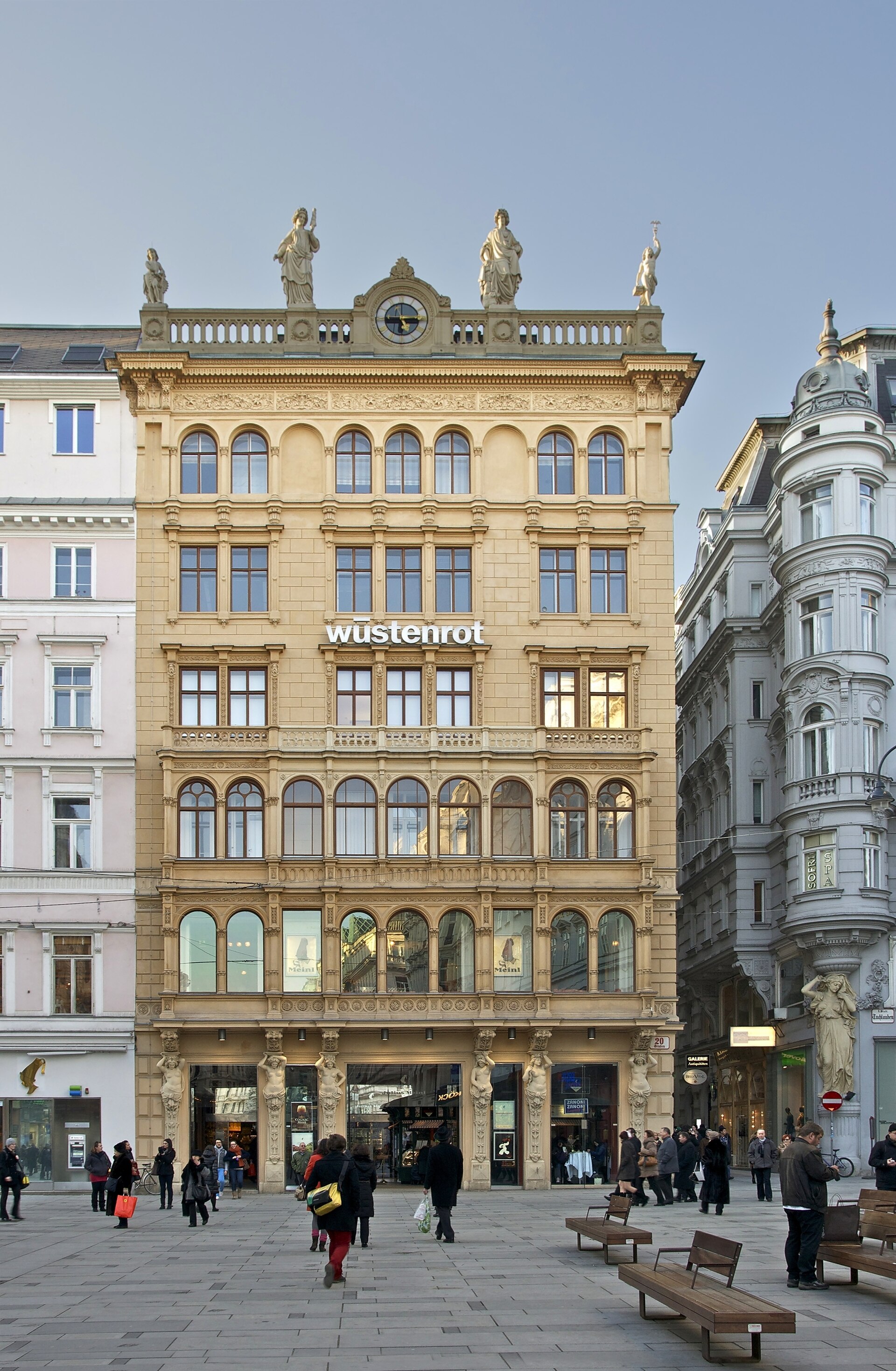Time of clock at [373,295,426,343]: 5:14
